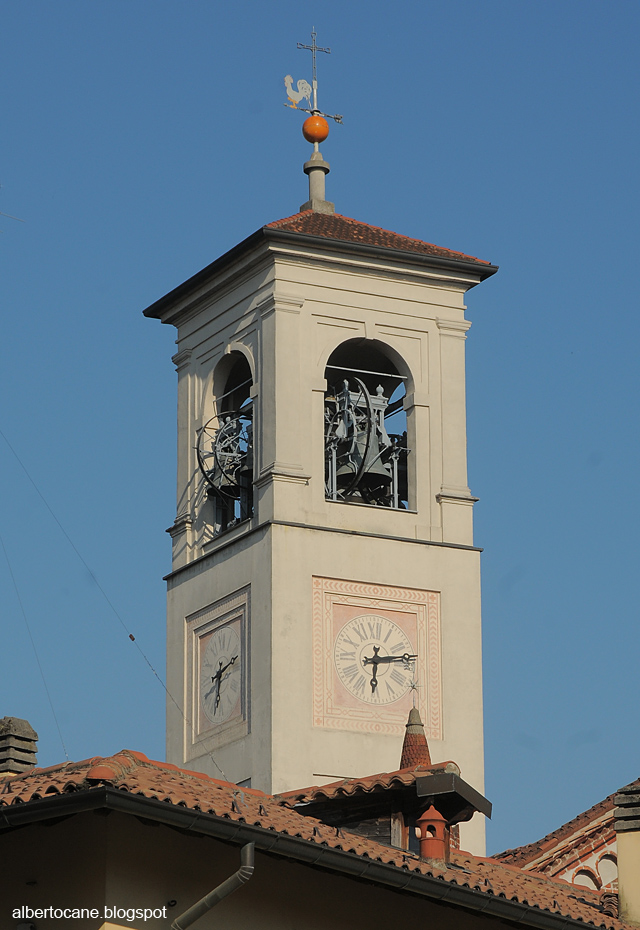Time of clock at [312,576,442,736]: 6:13
